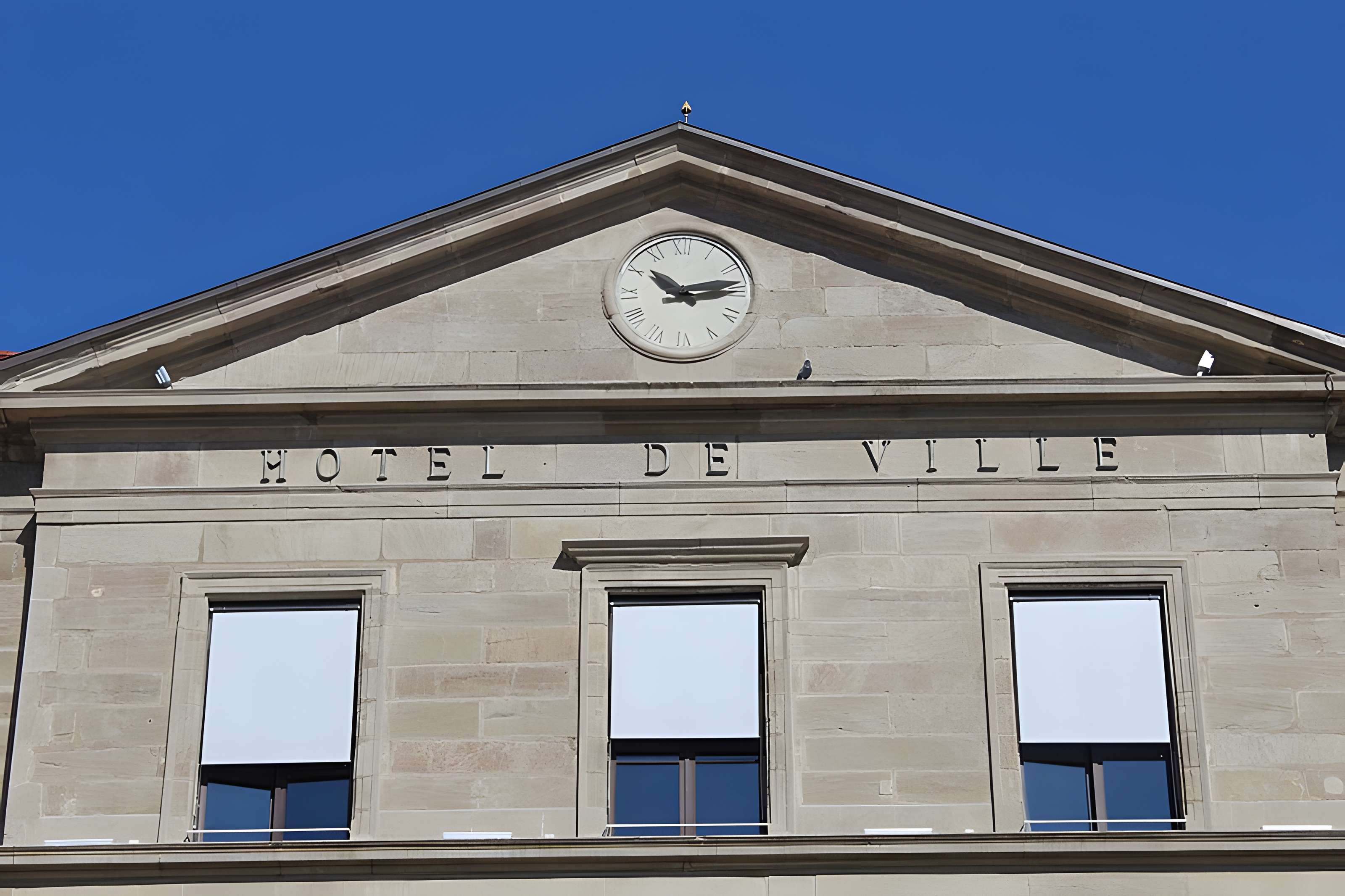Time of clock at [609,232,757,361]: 10:13
